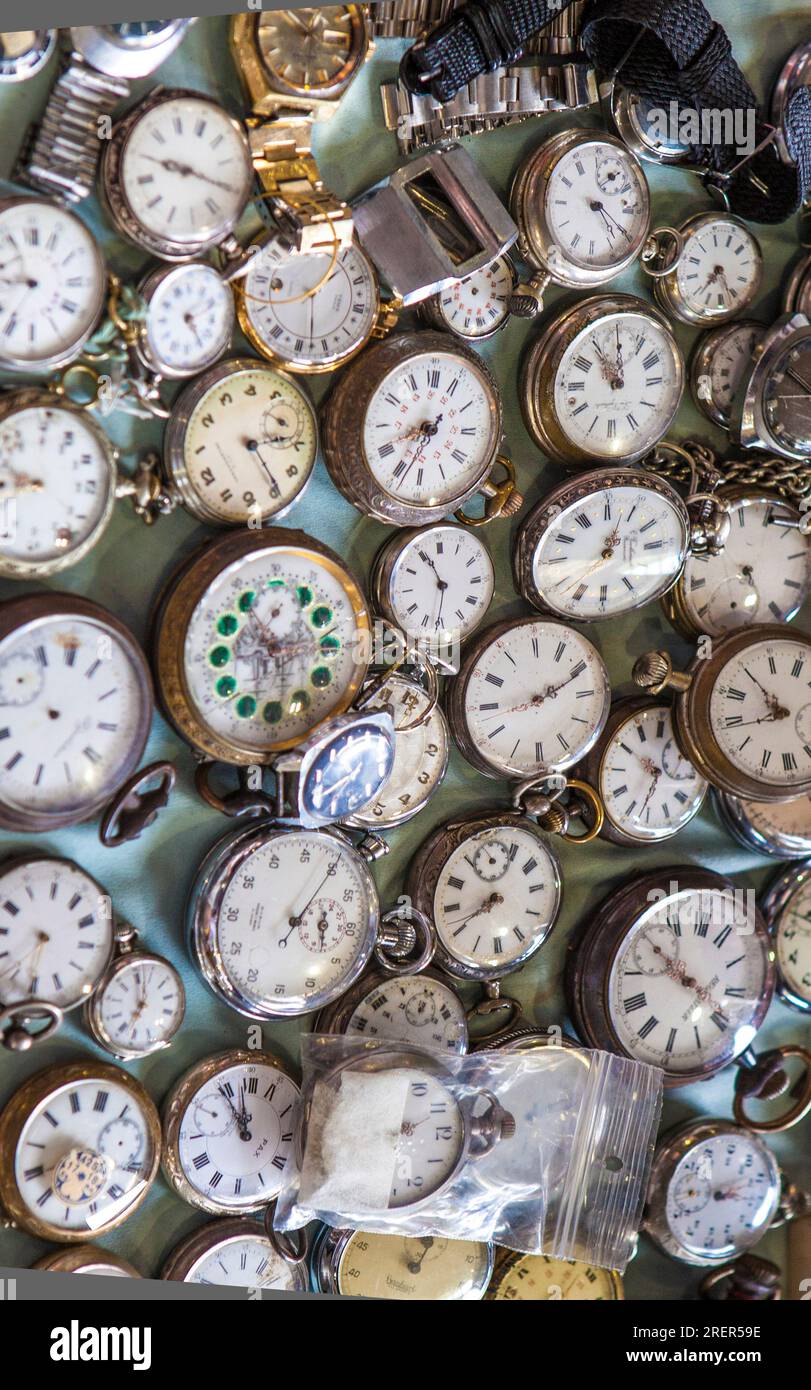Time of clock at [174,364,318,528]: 3:24
